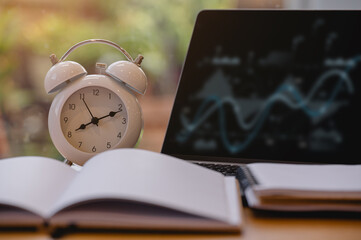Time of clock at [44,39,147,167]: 8:11
